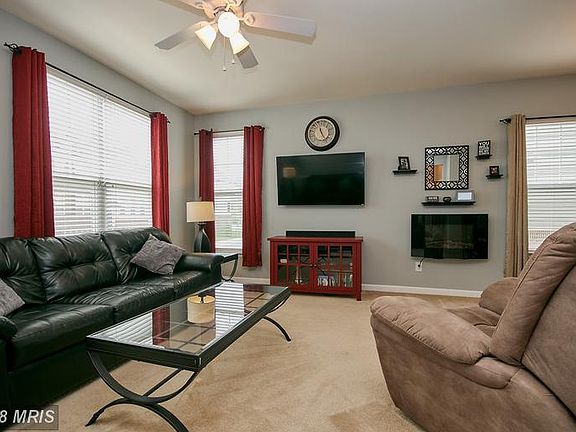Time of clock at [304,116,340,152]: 11:24
